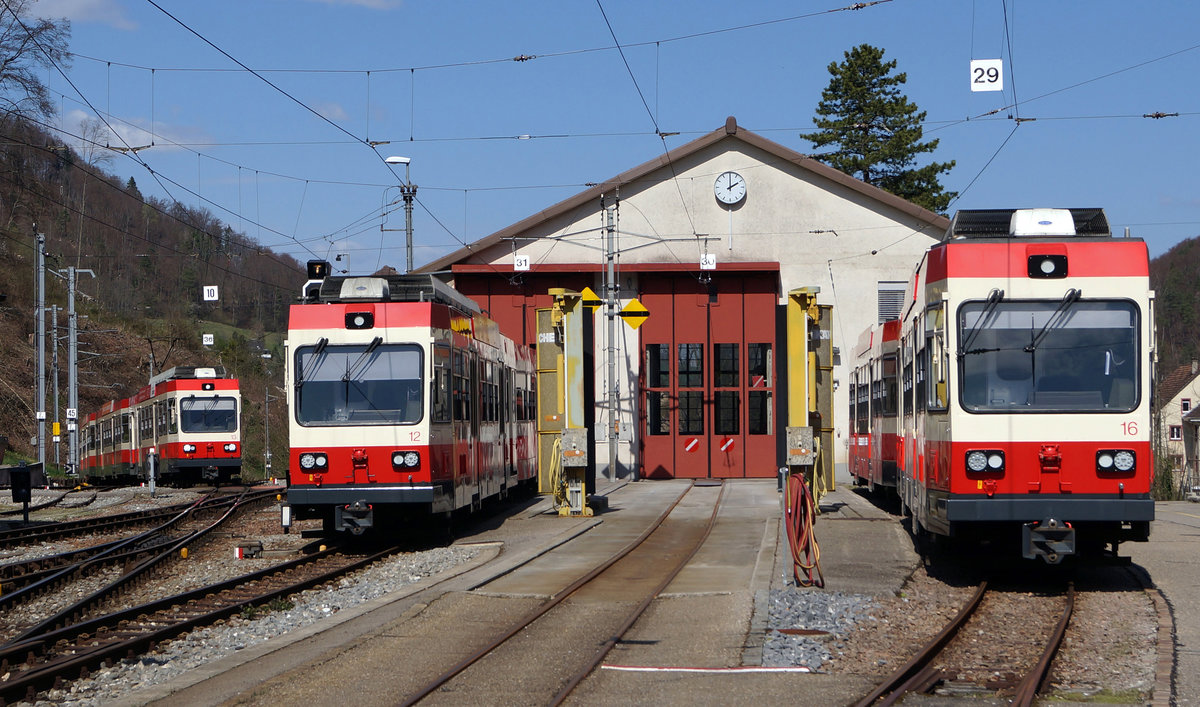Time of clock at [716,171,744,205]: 2:00
